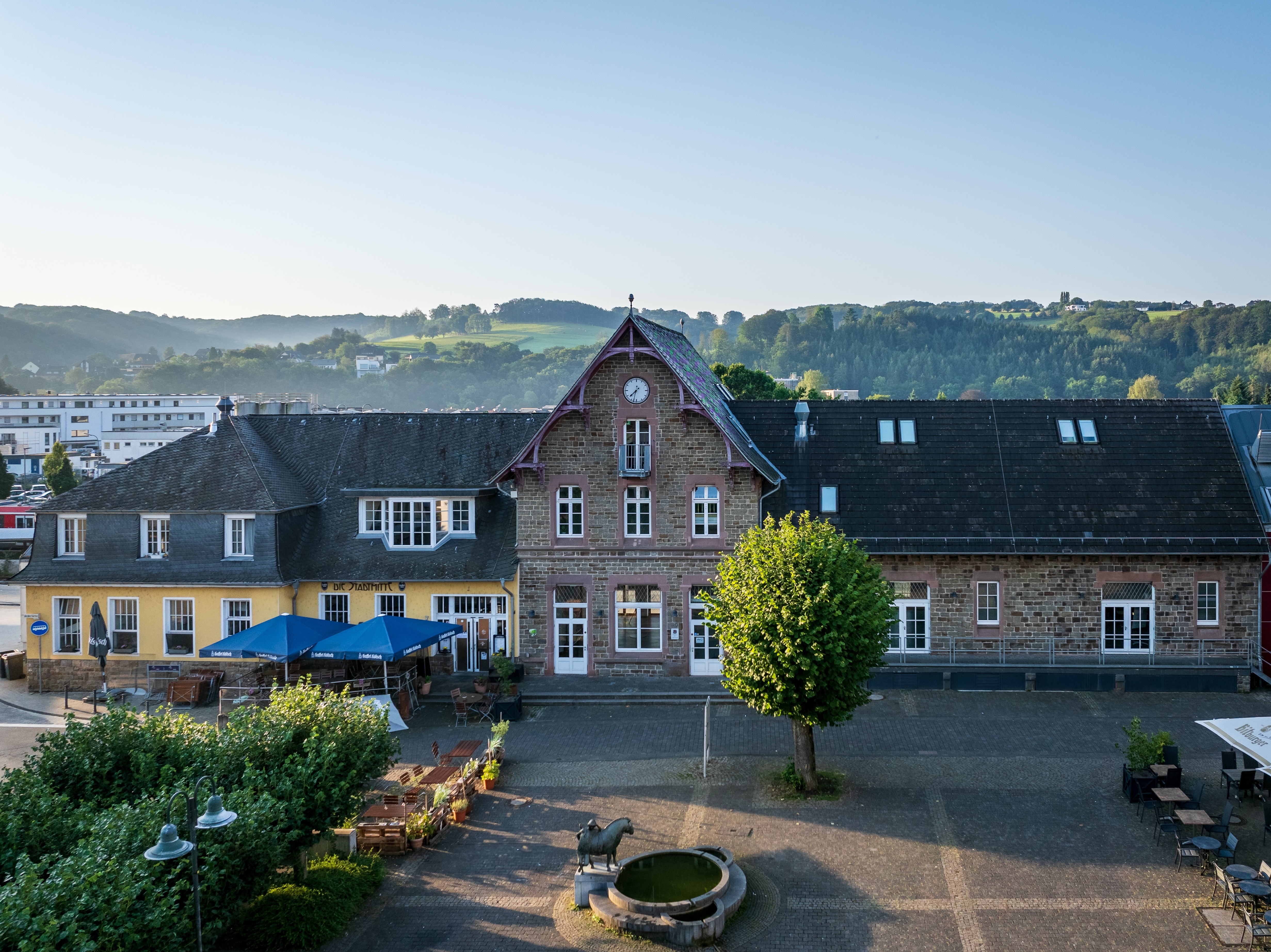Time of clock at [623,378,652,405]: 7:32
